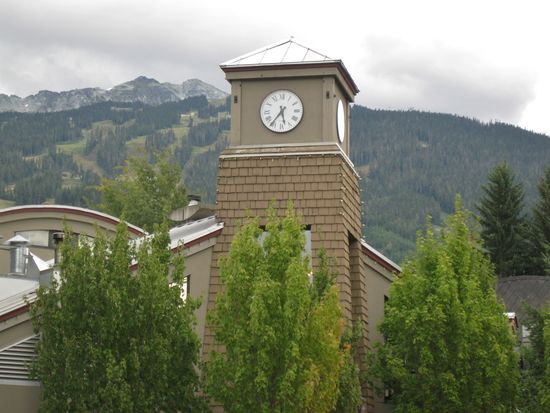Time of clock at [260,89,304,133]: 5:36
